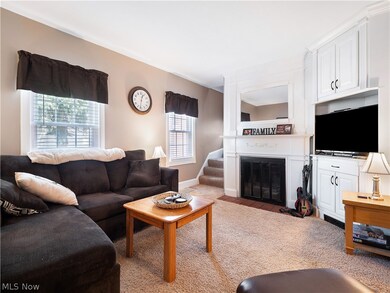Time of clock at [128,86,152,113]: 12:31
